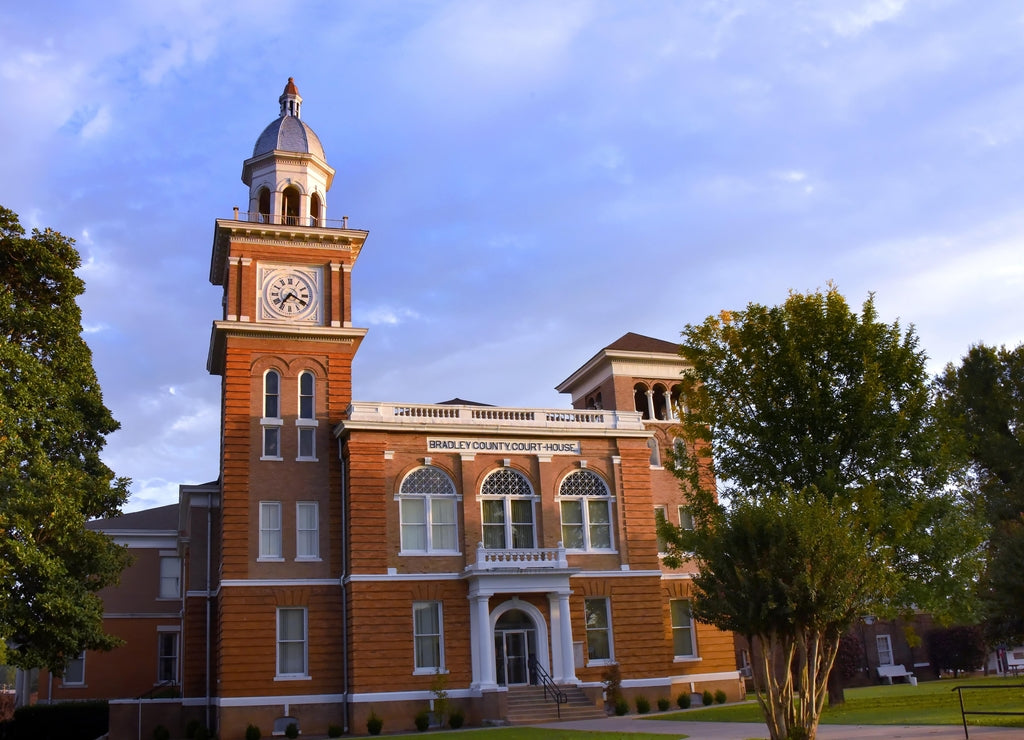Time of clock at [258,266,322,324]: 7:19
